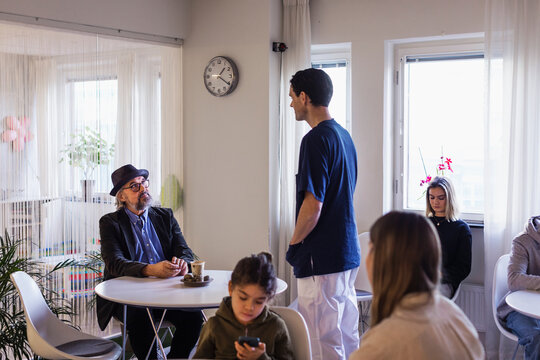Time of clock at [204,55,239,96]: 1:20
